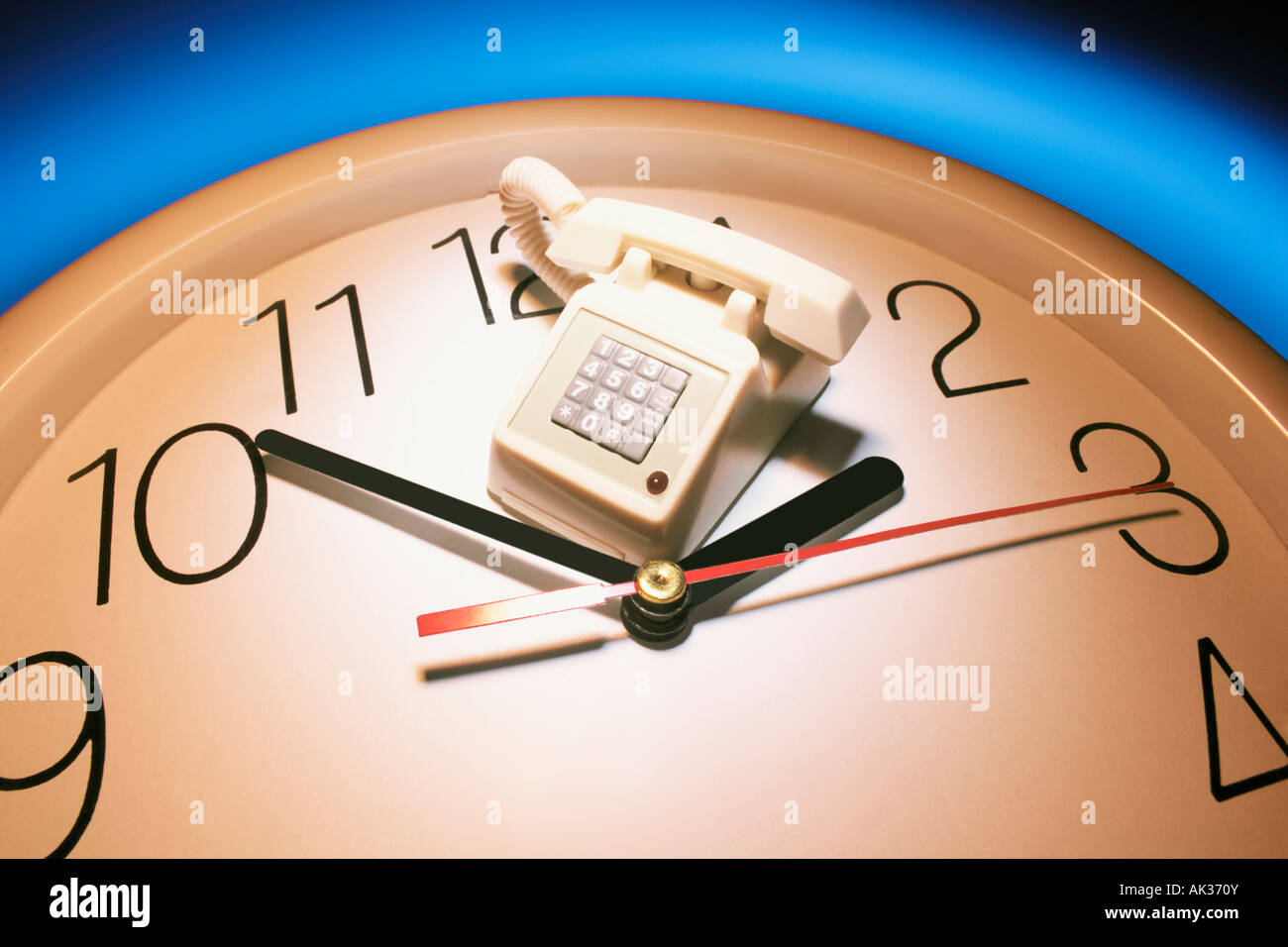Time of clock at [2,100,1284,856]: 1:51
